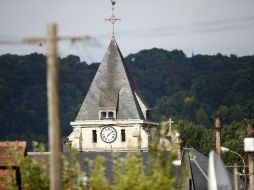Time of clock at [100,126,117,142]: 7:08
